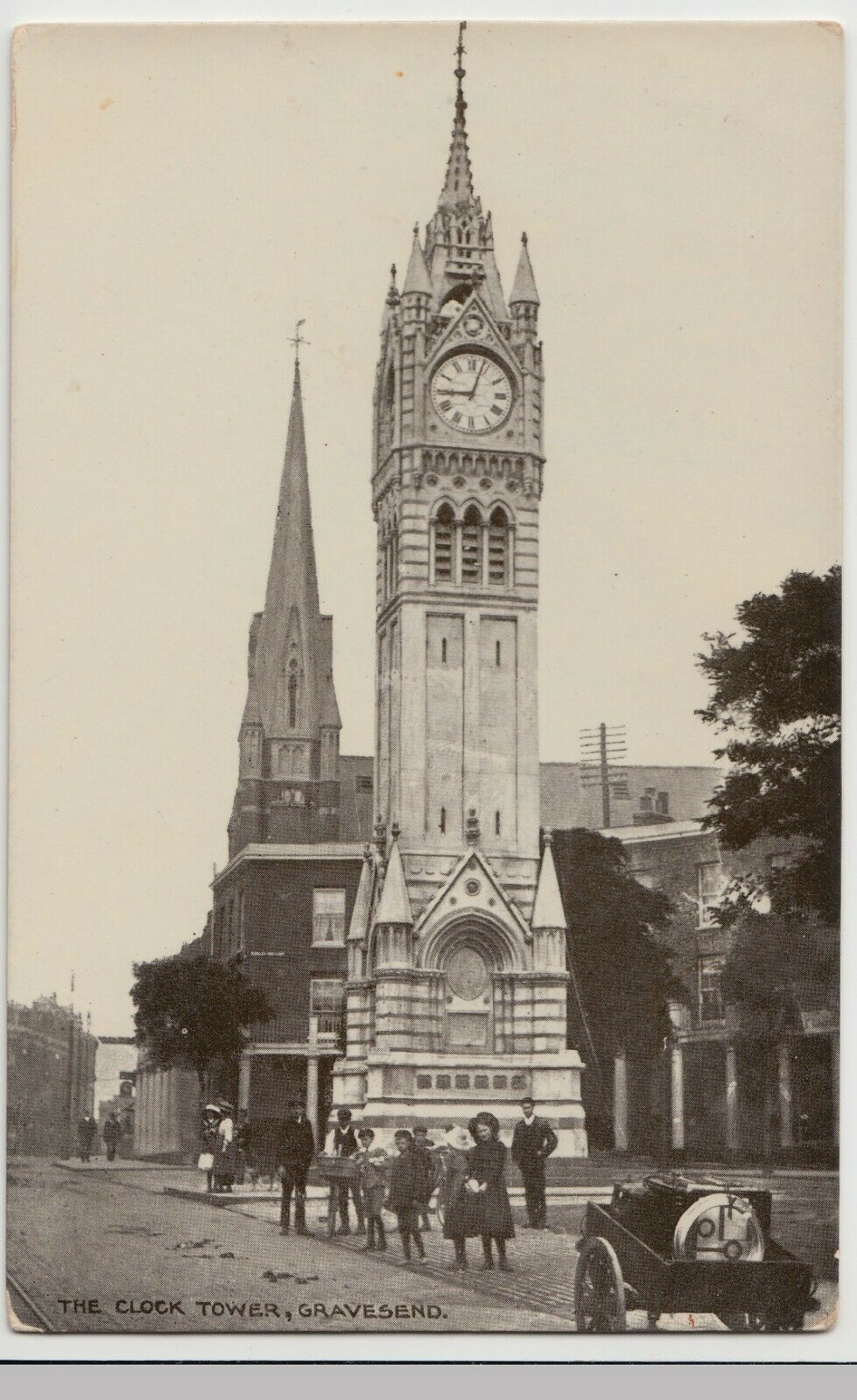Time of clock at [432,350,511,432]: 9:03
